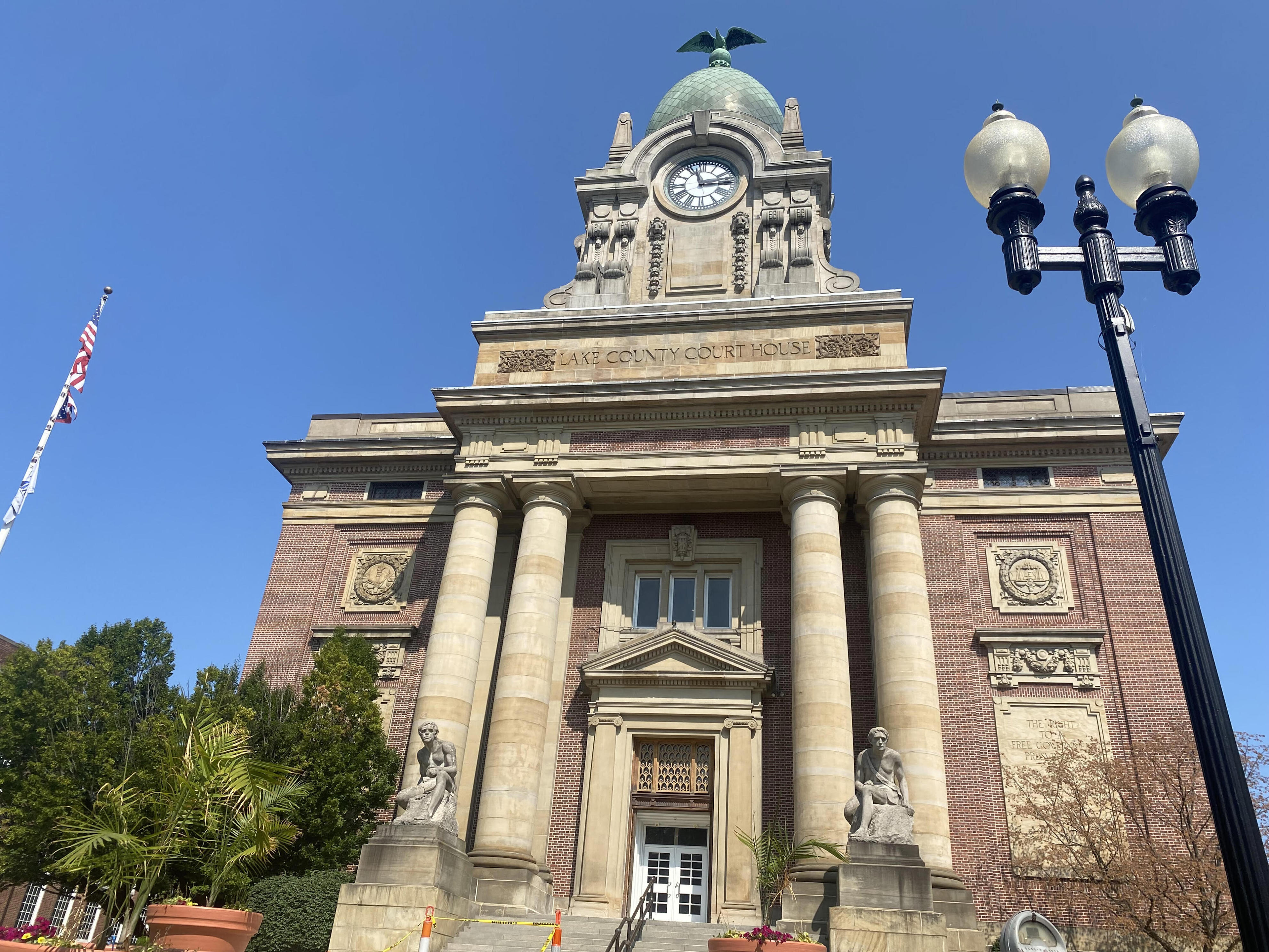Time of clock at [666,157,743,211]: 2:57
